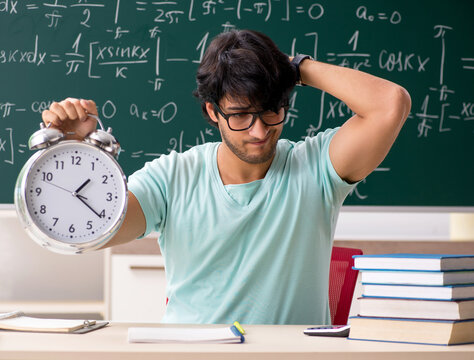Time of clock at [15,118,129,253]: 1:21
